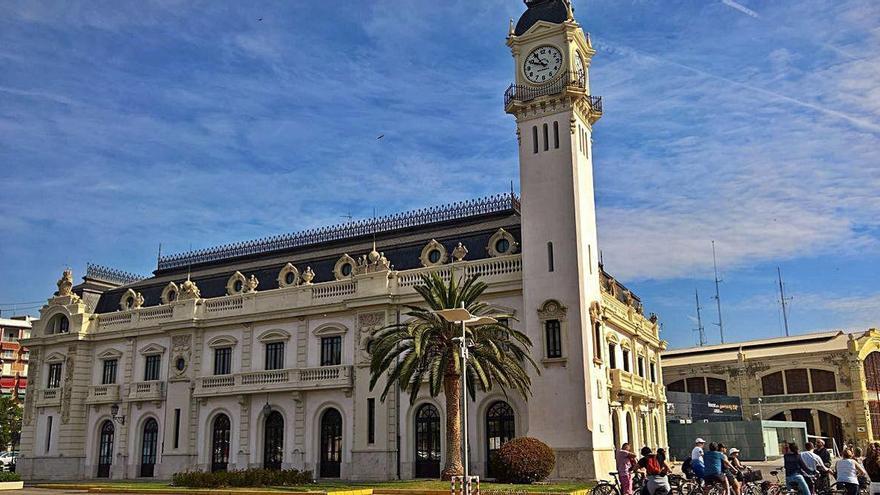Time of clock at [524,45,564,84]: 9:54
